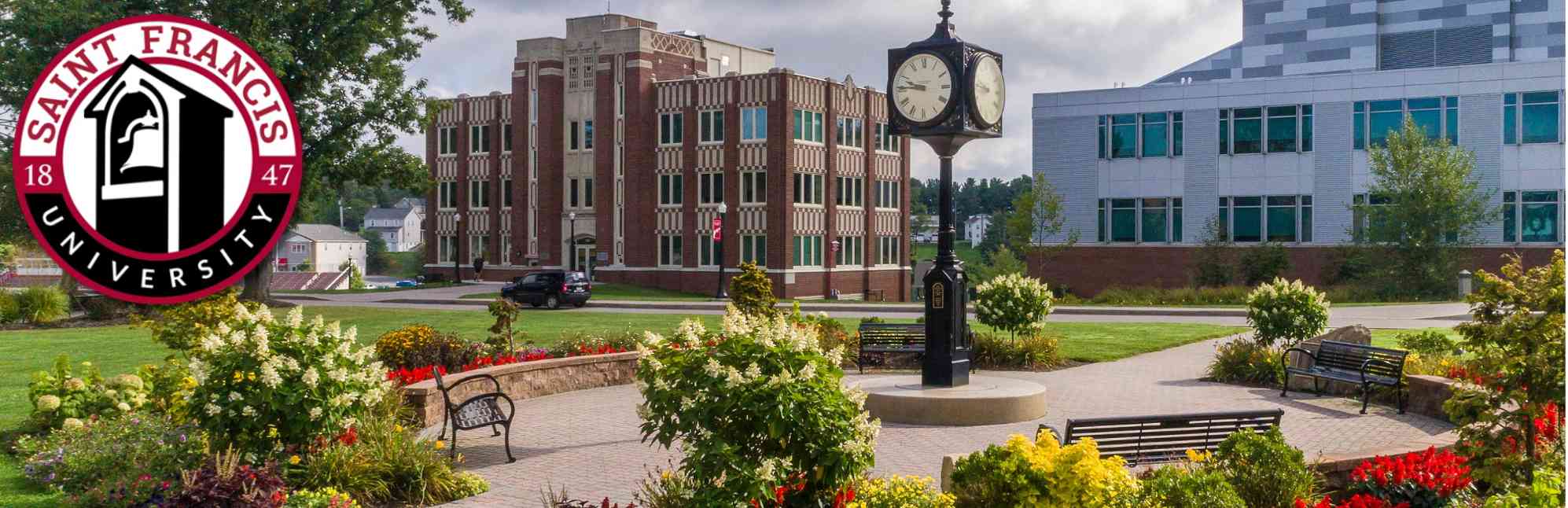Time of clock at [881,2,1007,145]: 9:45
